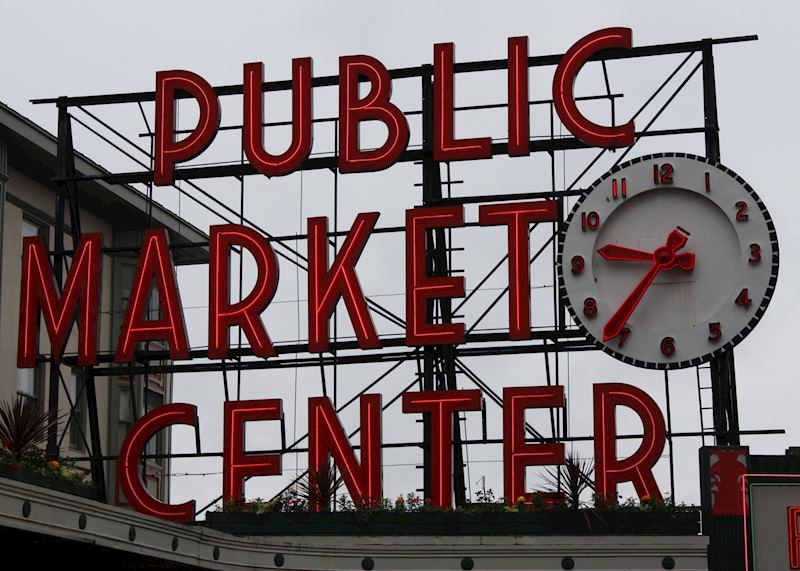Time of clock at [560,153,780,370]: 9:36
